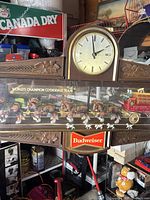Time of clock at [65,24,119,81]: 1:58
